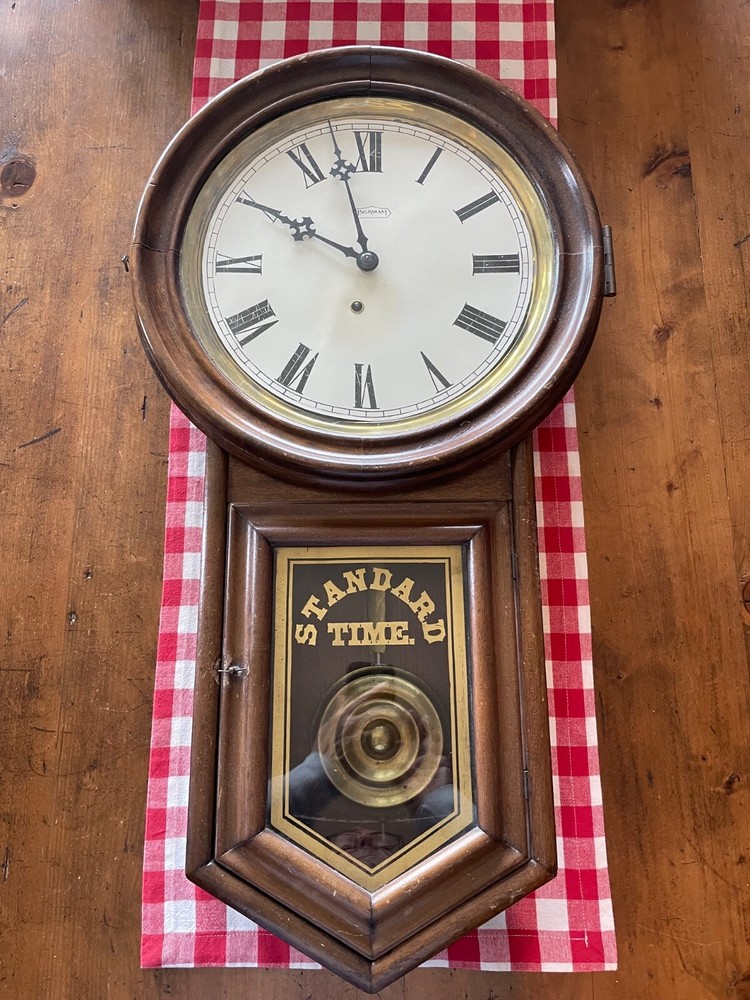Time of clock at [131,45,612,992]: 9:57
